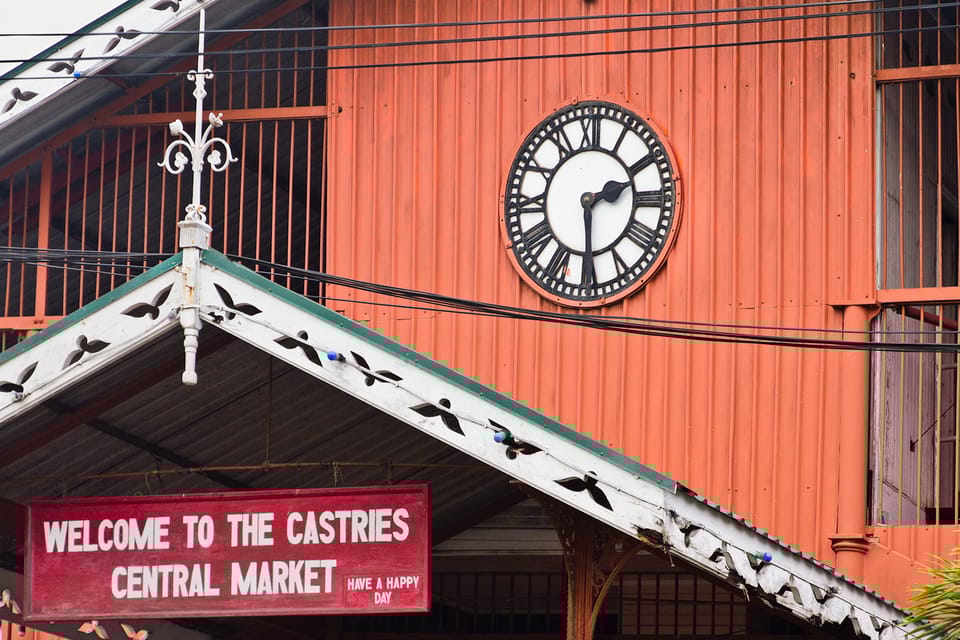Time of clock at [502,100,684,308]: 2:29
